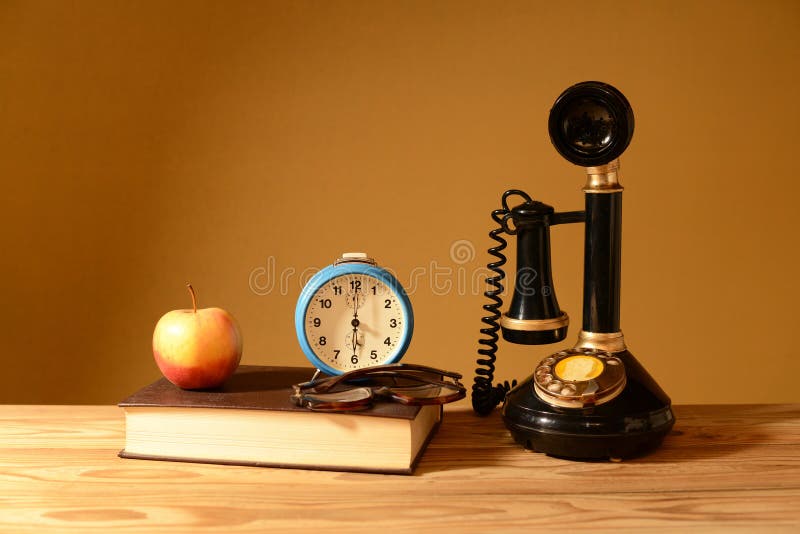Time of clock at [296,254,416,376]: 6:00
